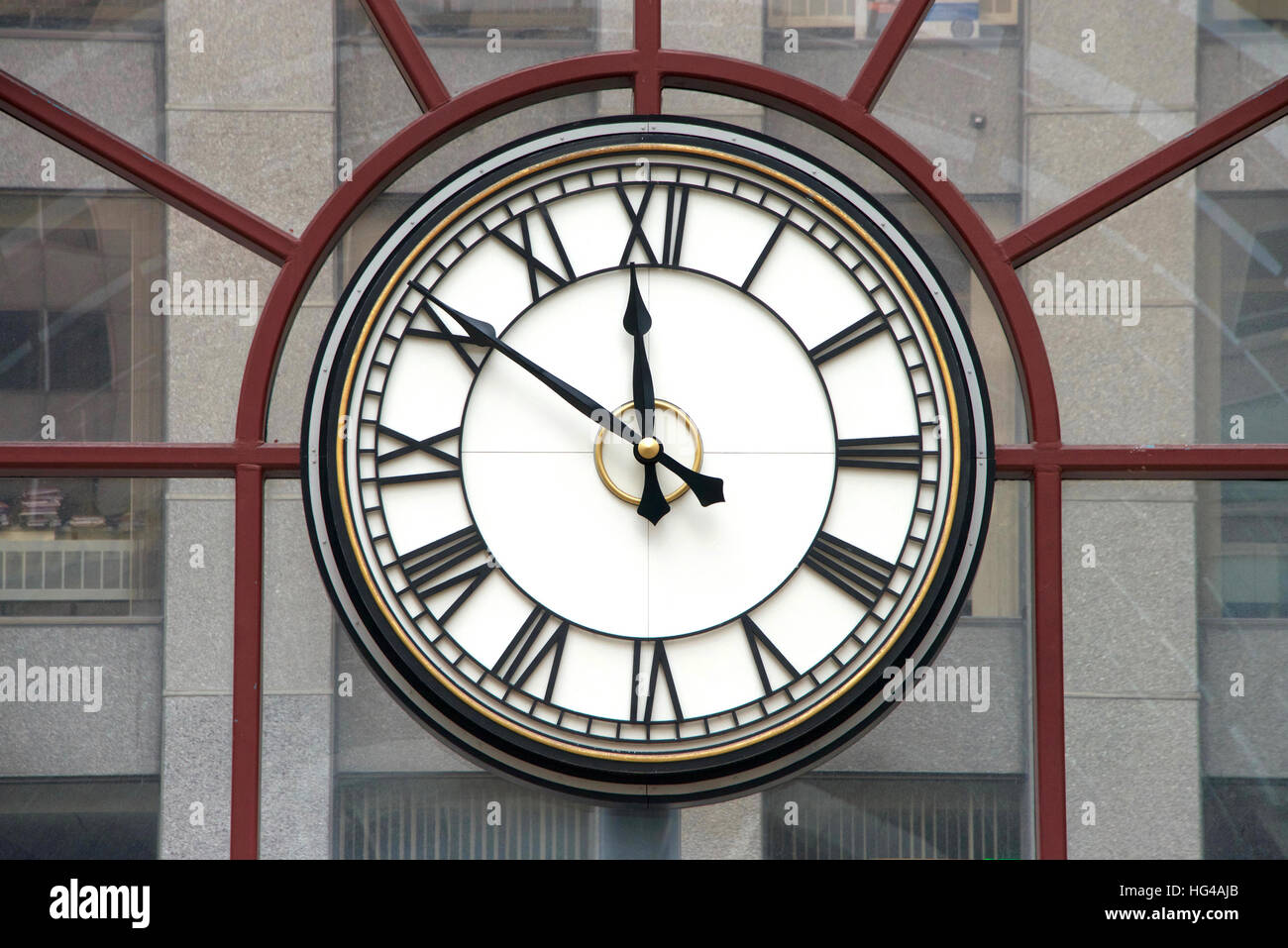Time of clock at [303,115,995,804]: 11:50
